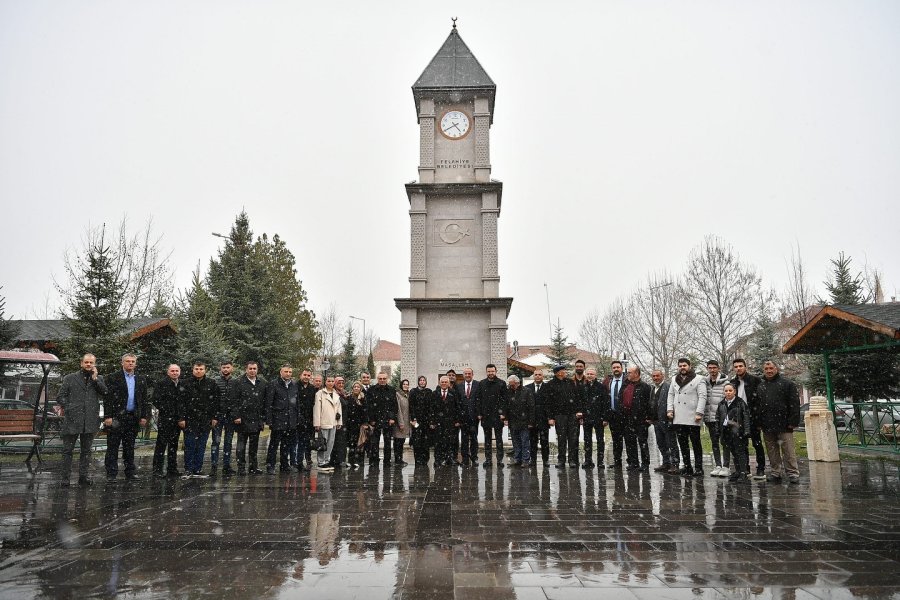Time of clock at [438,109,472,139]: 4:40
